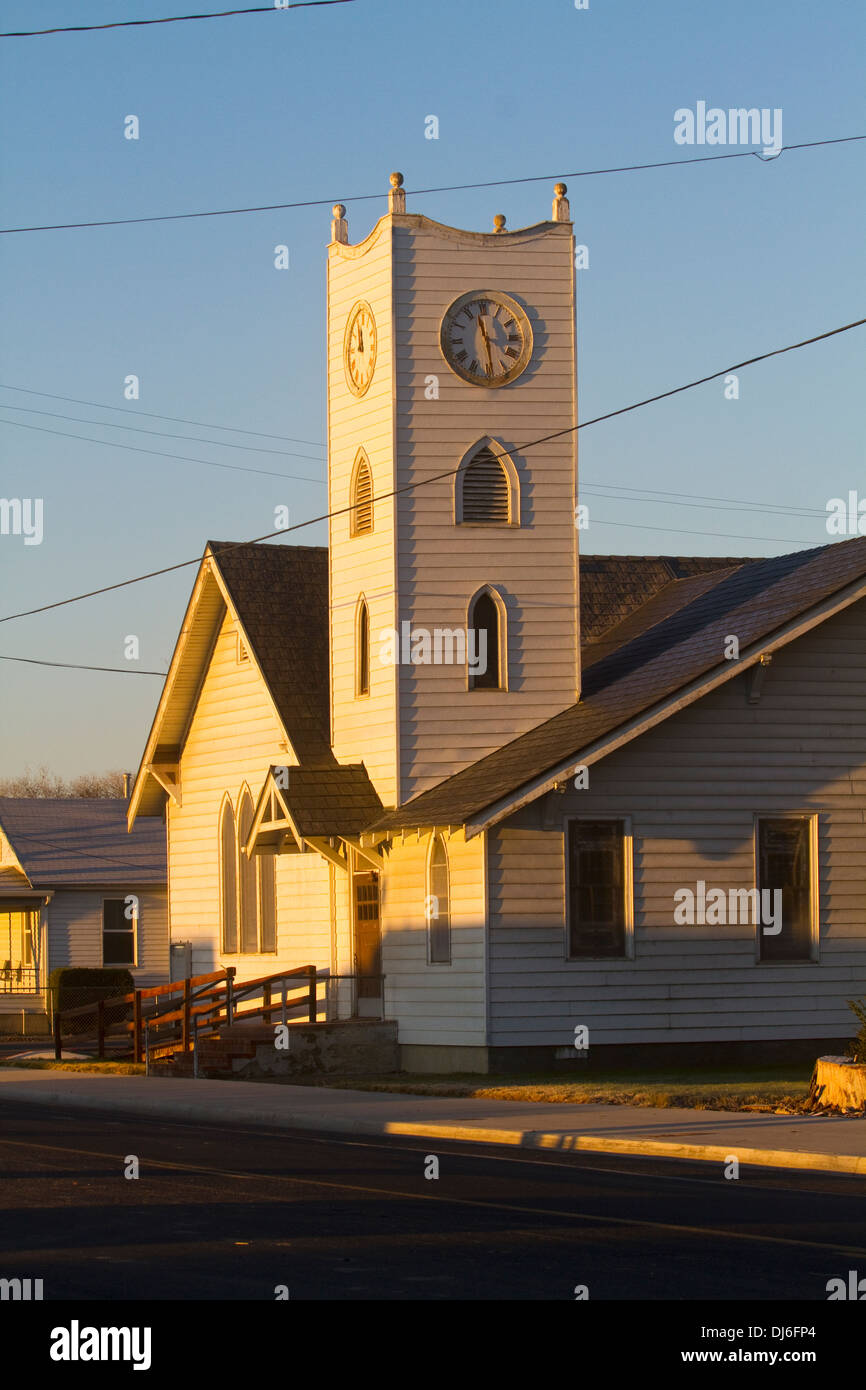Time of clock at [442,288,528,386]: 3:29
